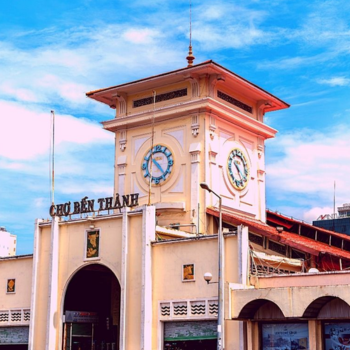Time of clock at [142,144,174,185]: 4:22
